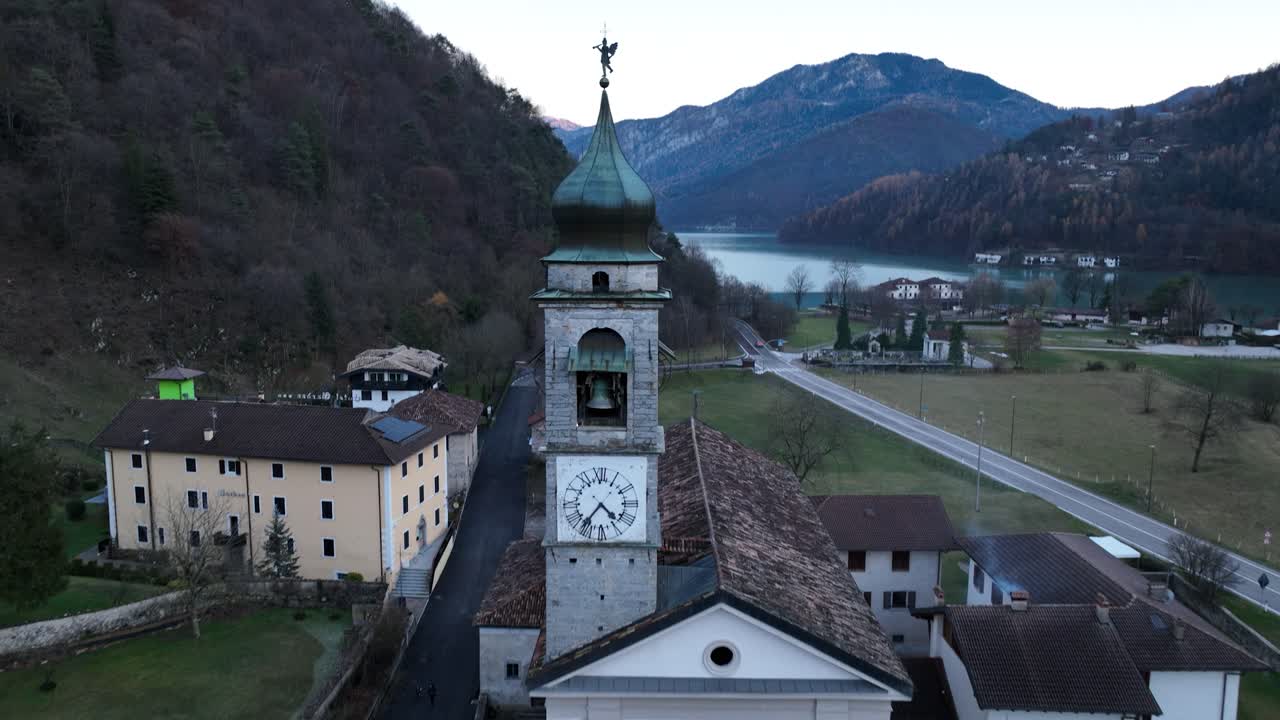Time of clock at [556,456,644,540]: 4:36
